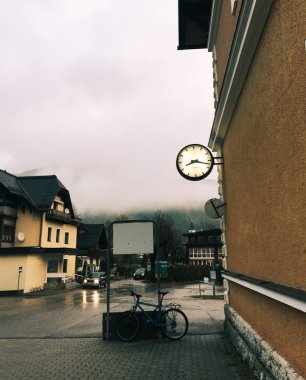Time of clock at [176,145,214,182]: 8:17
